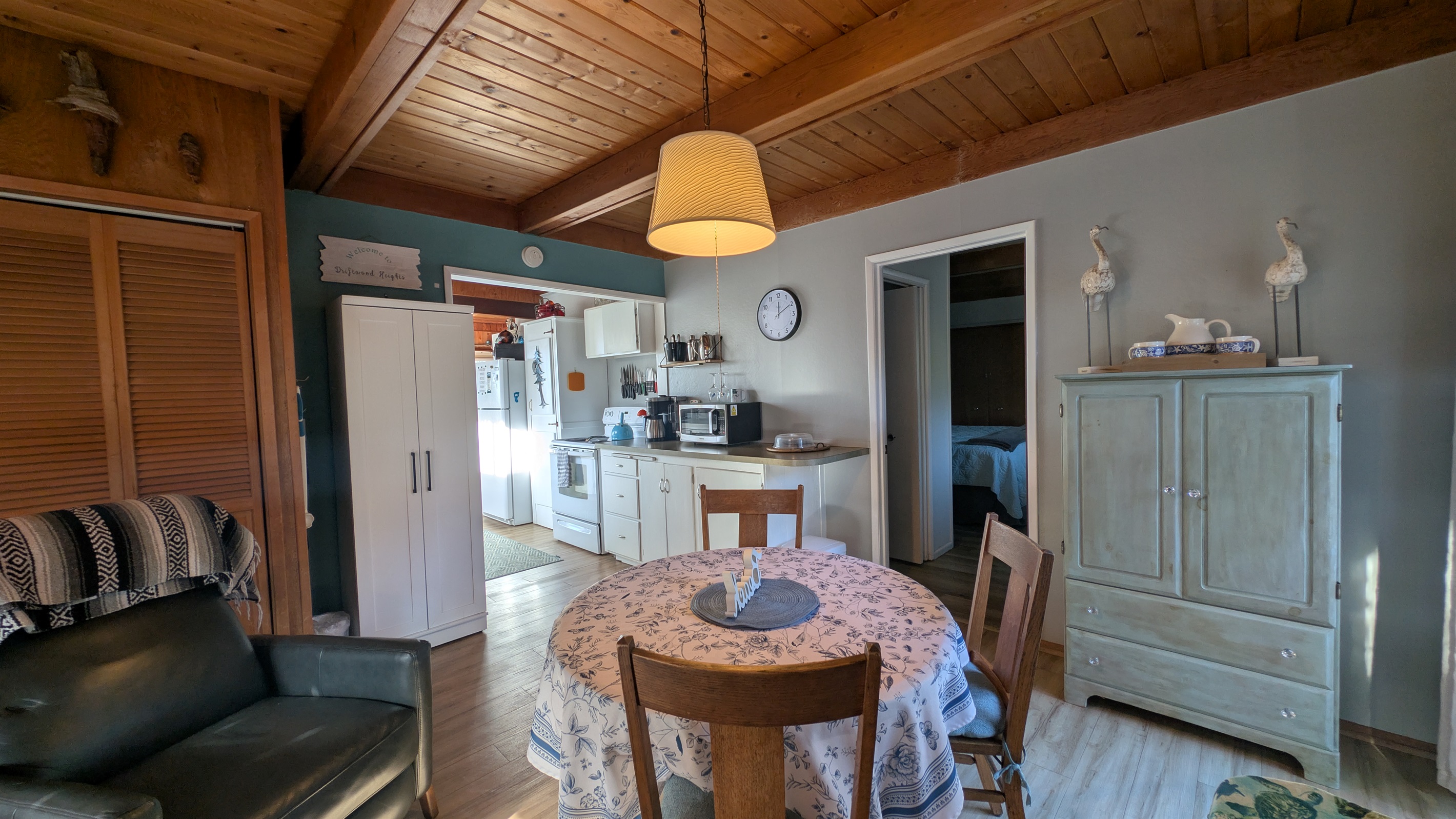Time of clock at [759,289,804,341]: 12:09
